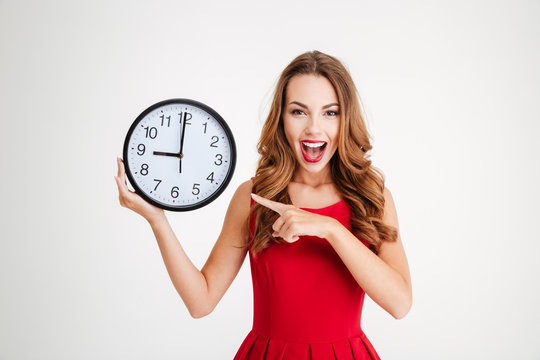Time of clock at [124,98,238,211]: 8:59
